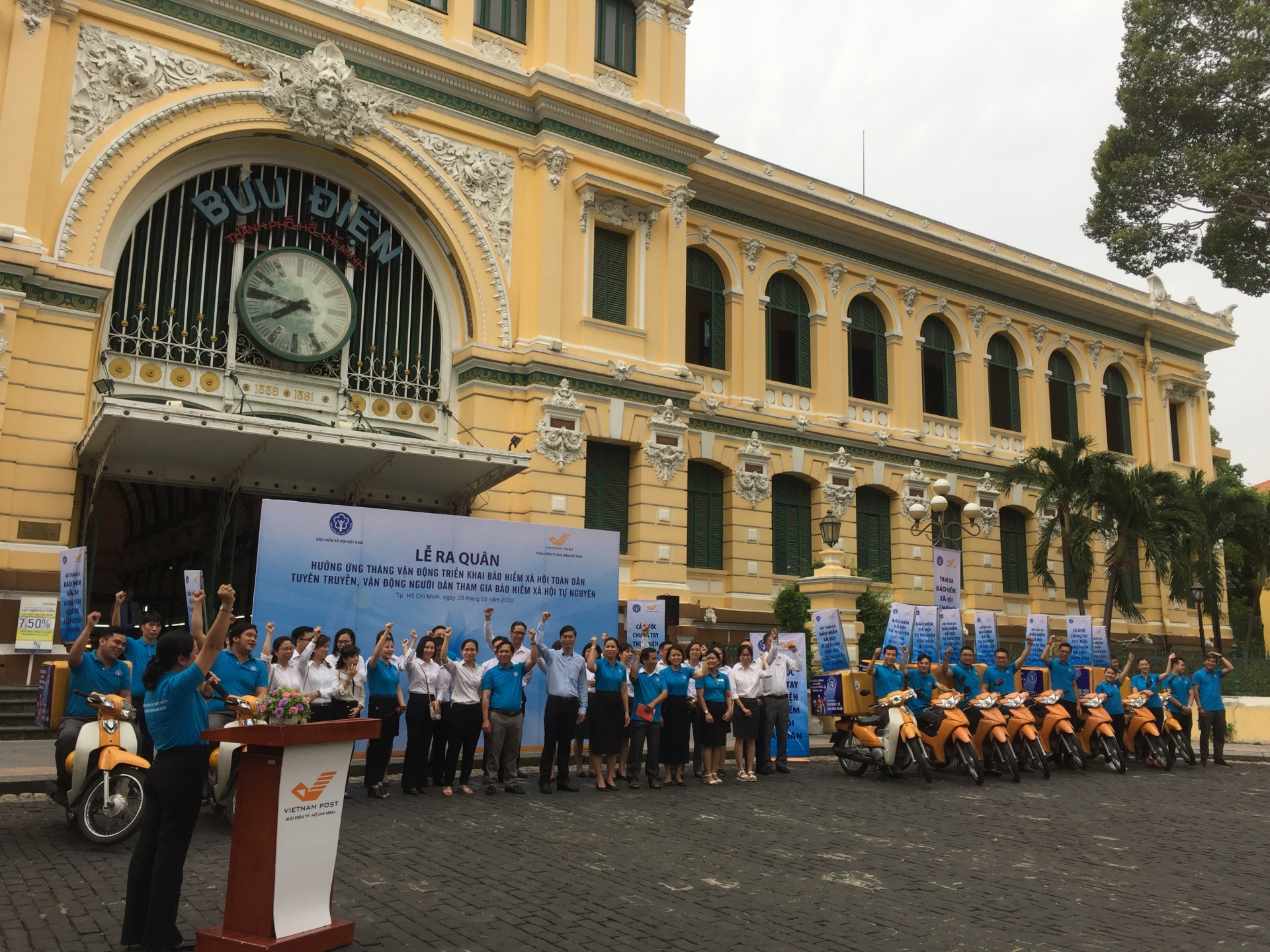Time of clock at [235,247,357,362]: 7:46
